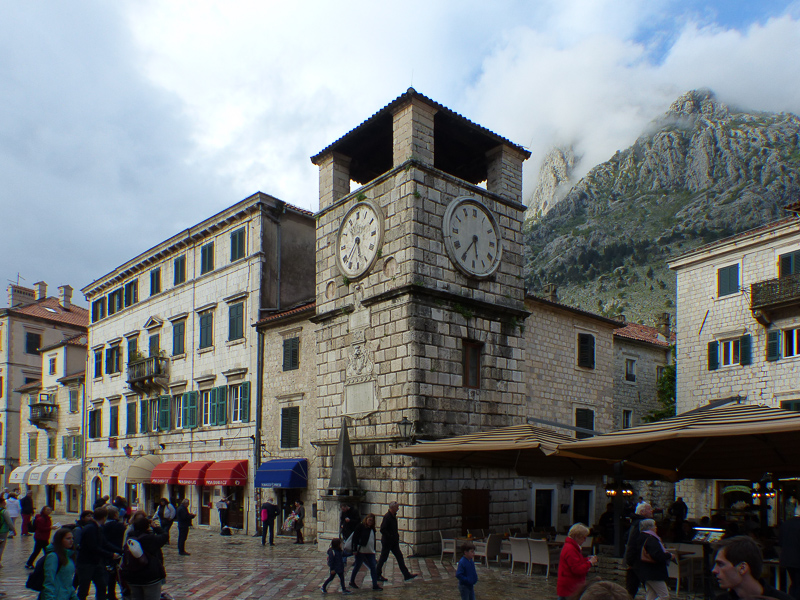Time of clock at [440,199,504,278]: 5:35
